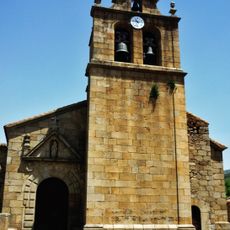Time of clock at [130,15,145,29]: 10:47
